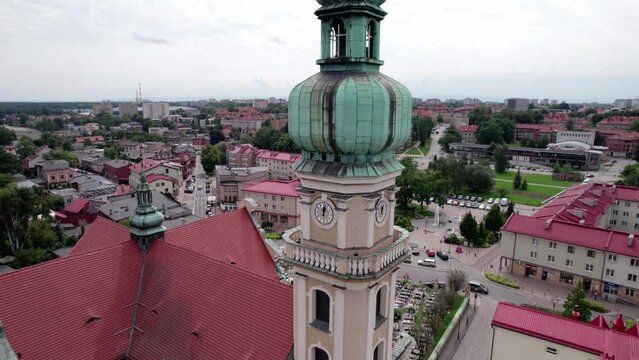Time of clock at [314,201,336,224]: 12:02
